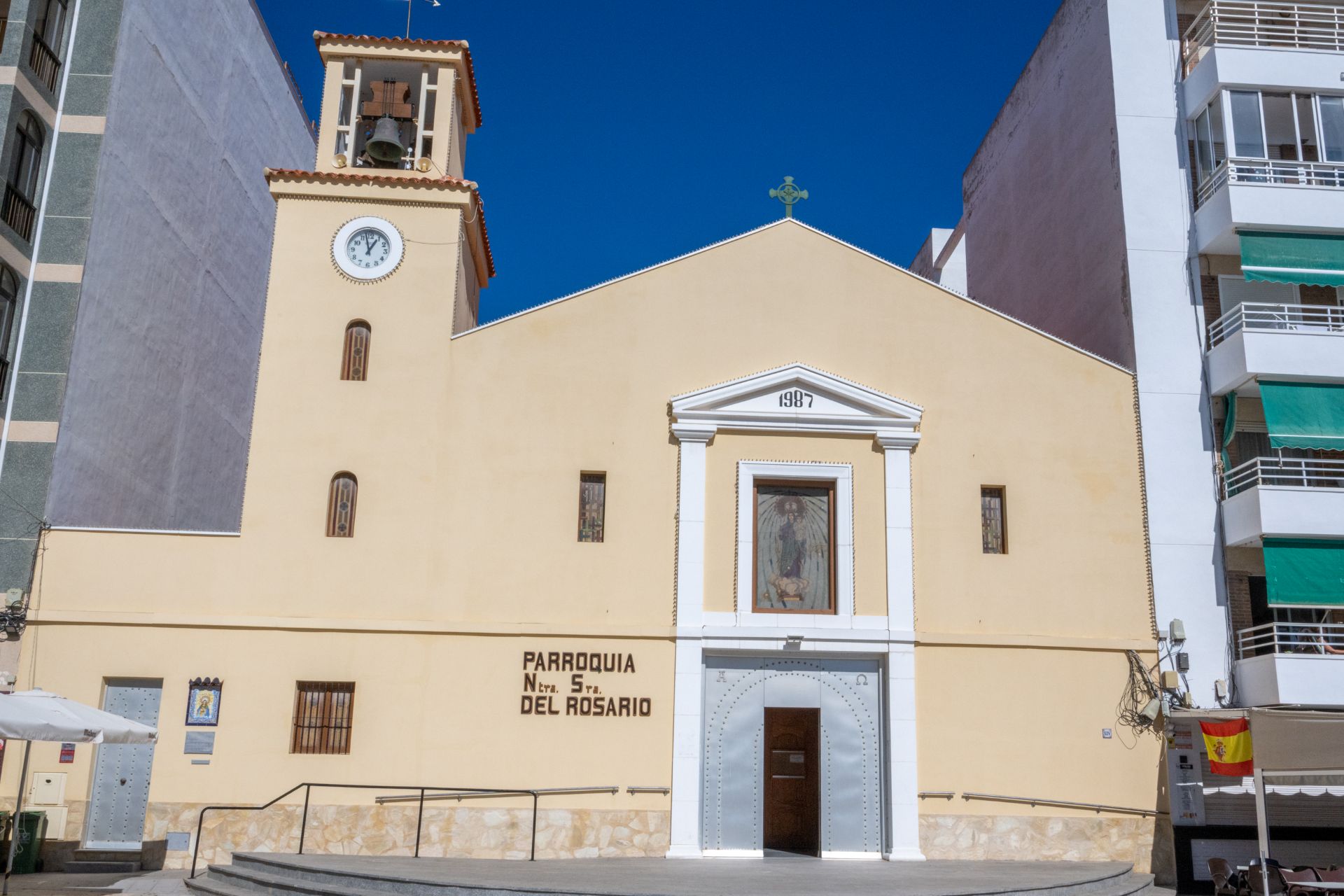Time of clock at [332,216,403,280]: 12:57
